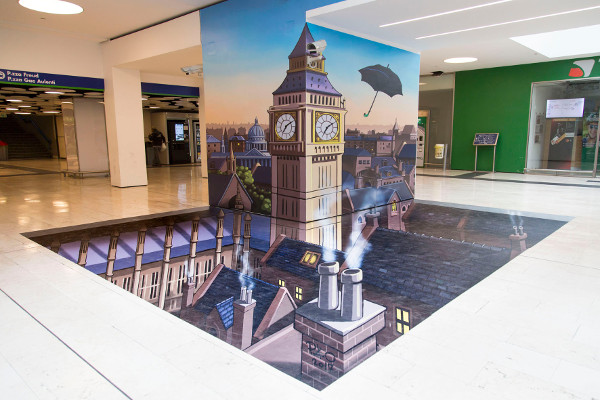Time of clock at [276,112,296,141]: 7:09
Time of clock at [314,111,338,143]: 7:09
